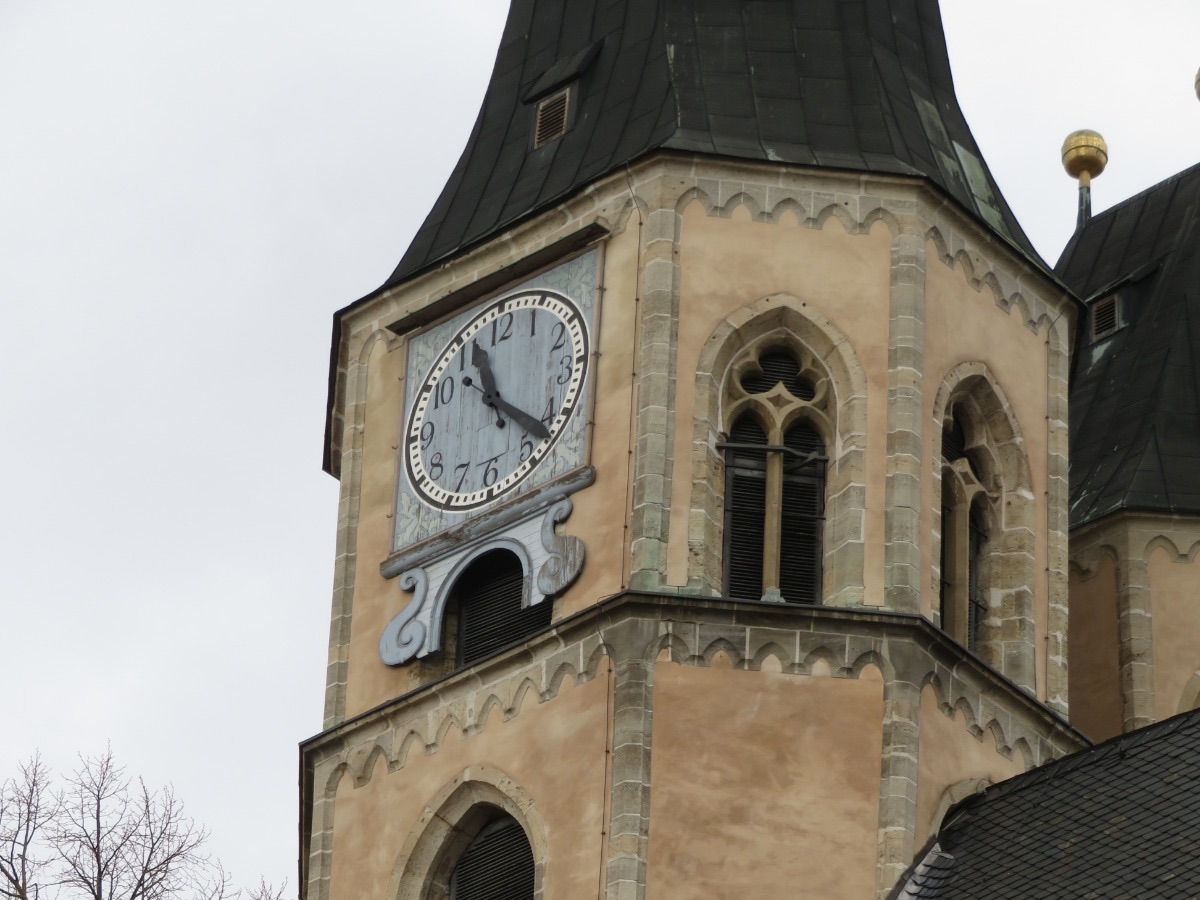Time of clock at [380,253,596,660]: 11:22
